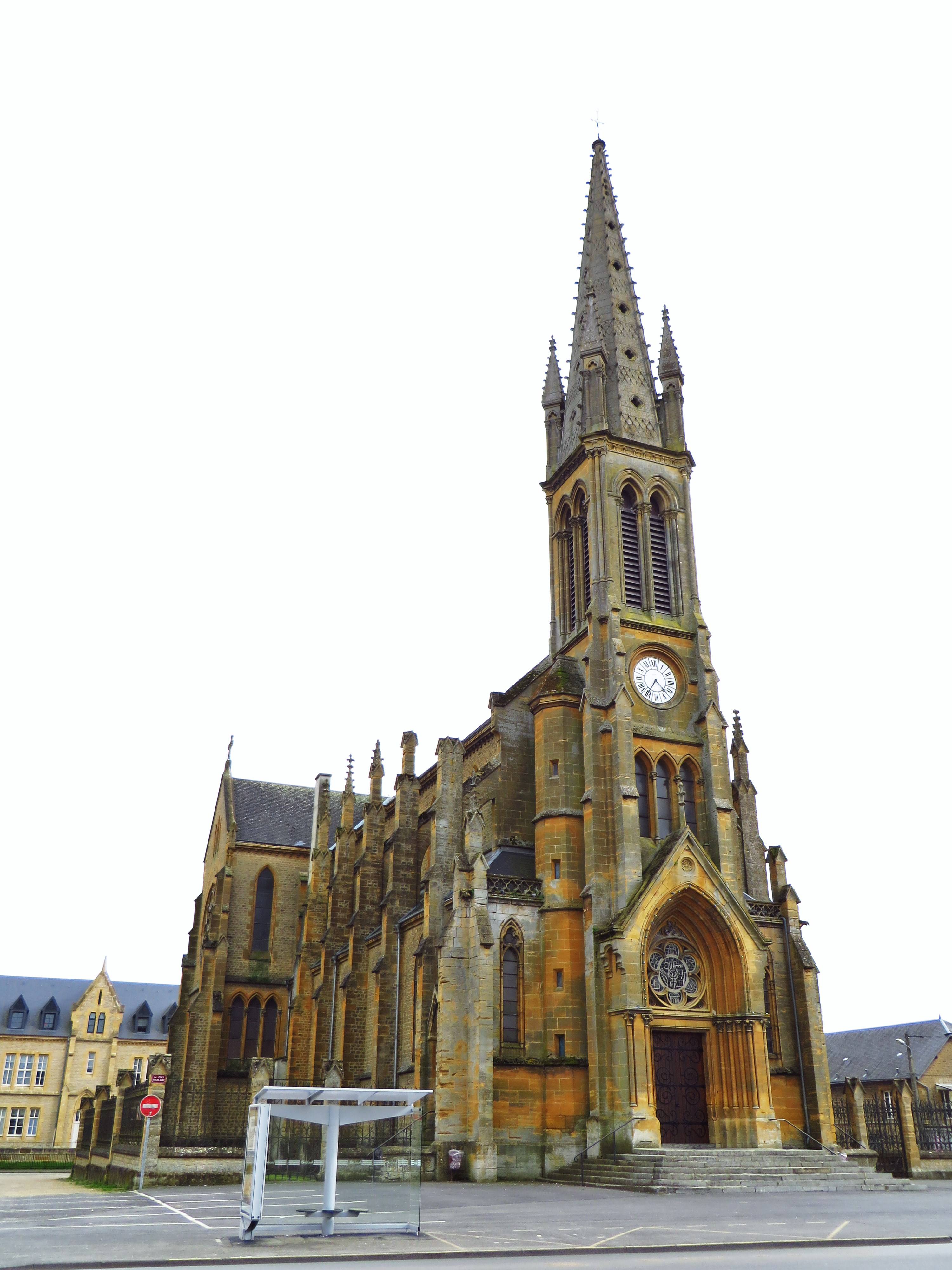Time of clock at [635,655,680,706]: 4:35
